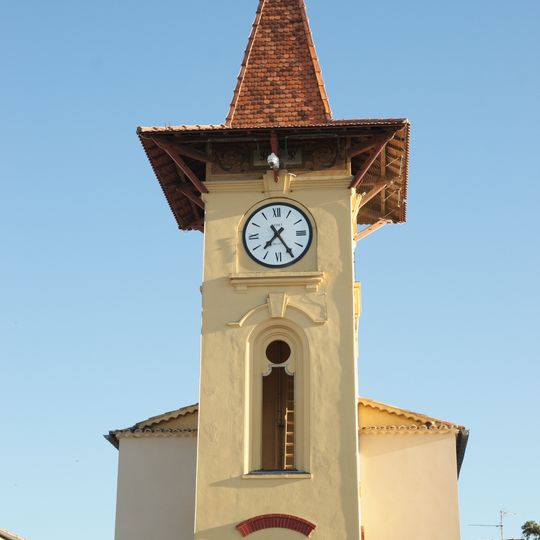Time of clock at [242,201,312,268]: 7:24
